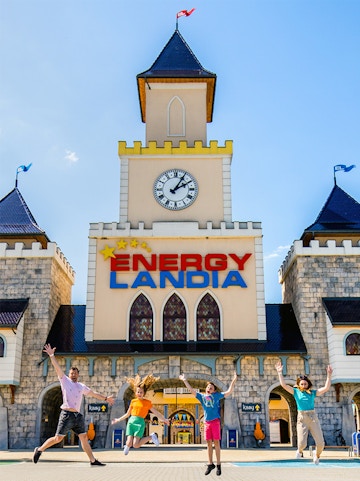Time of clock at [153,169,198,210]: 2:05
